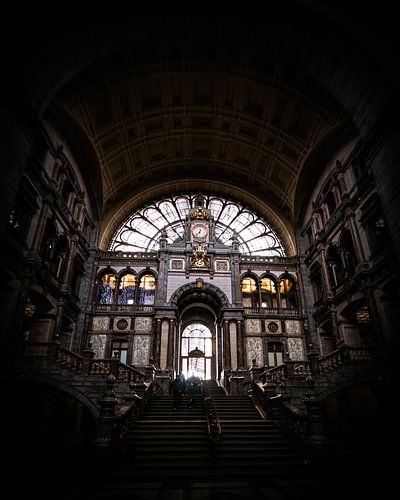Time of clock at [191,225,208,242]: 12:36
